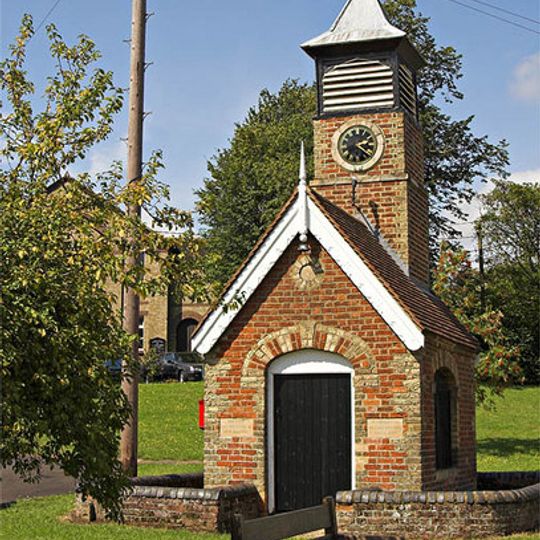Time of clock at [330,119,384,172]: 2:21
